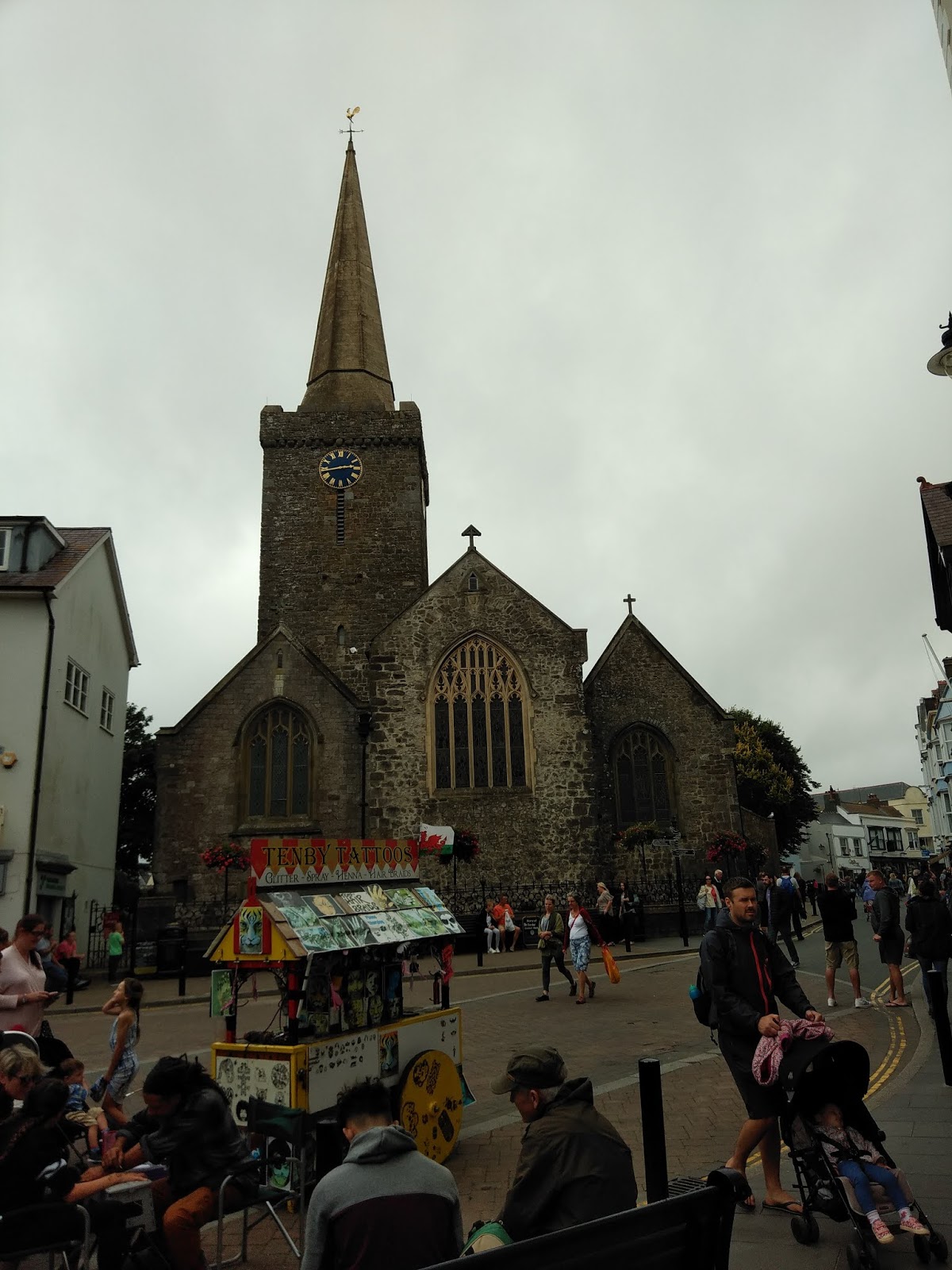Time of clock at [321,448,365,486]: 2:42
